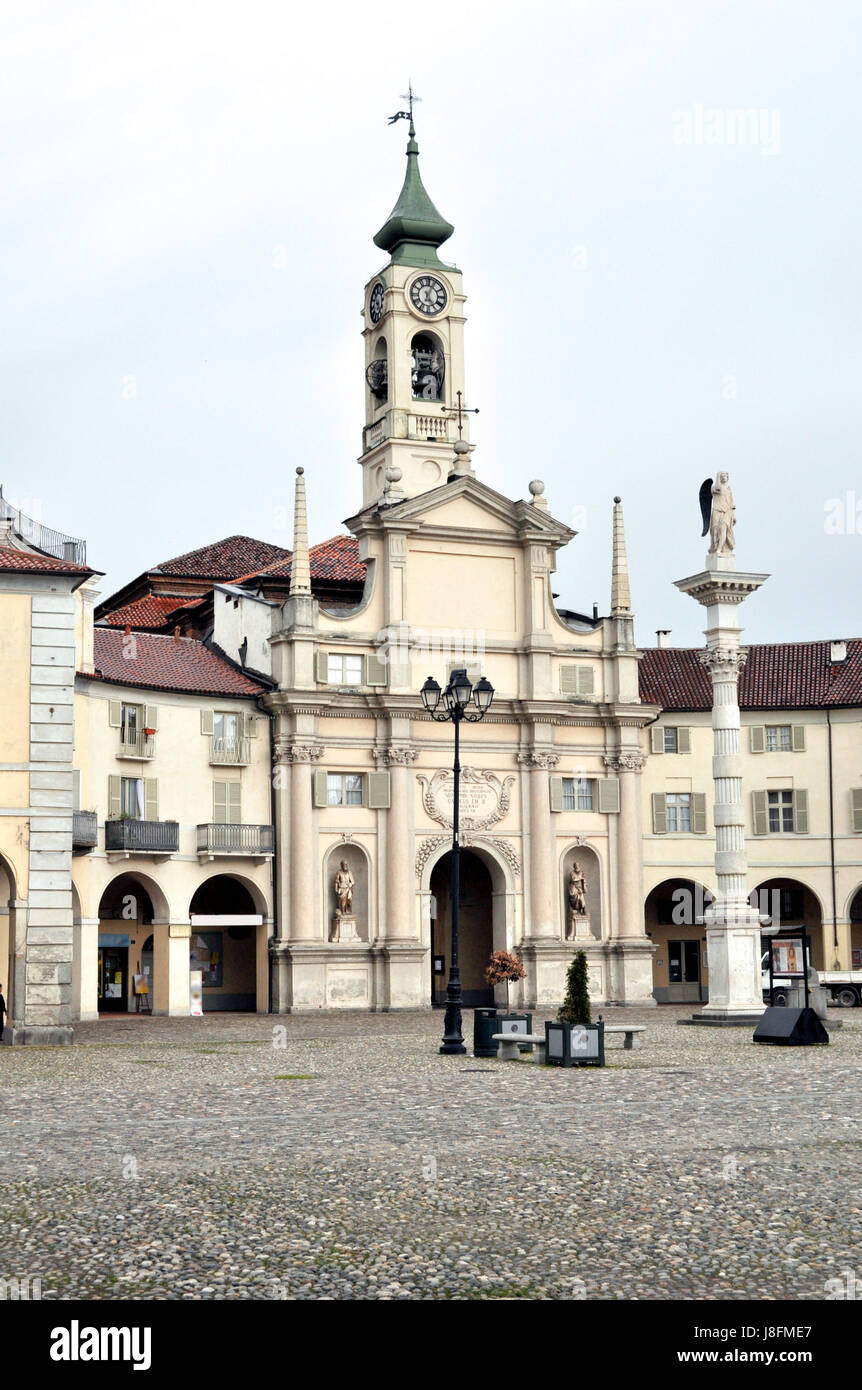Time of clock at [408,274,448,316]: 5:03
